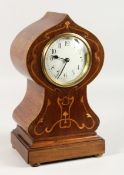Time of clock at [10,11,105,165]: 9:34
